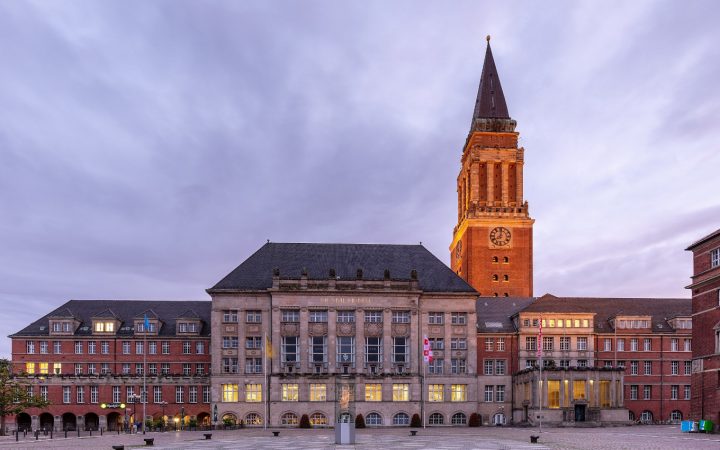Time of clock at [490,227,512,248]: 8:01
